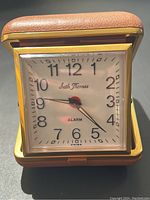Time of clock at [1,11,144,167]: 9:22
